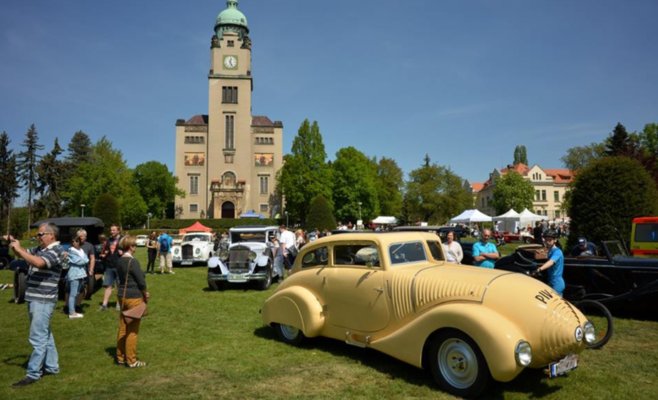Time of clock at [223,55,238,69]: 12:26
